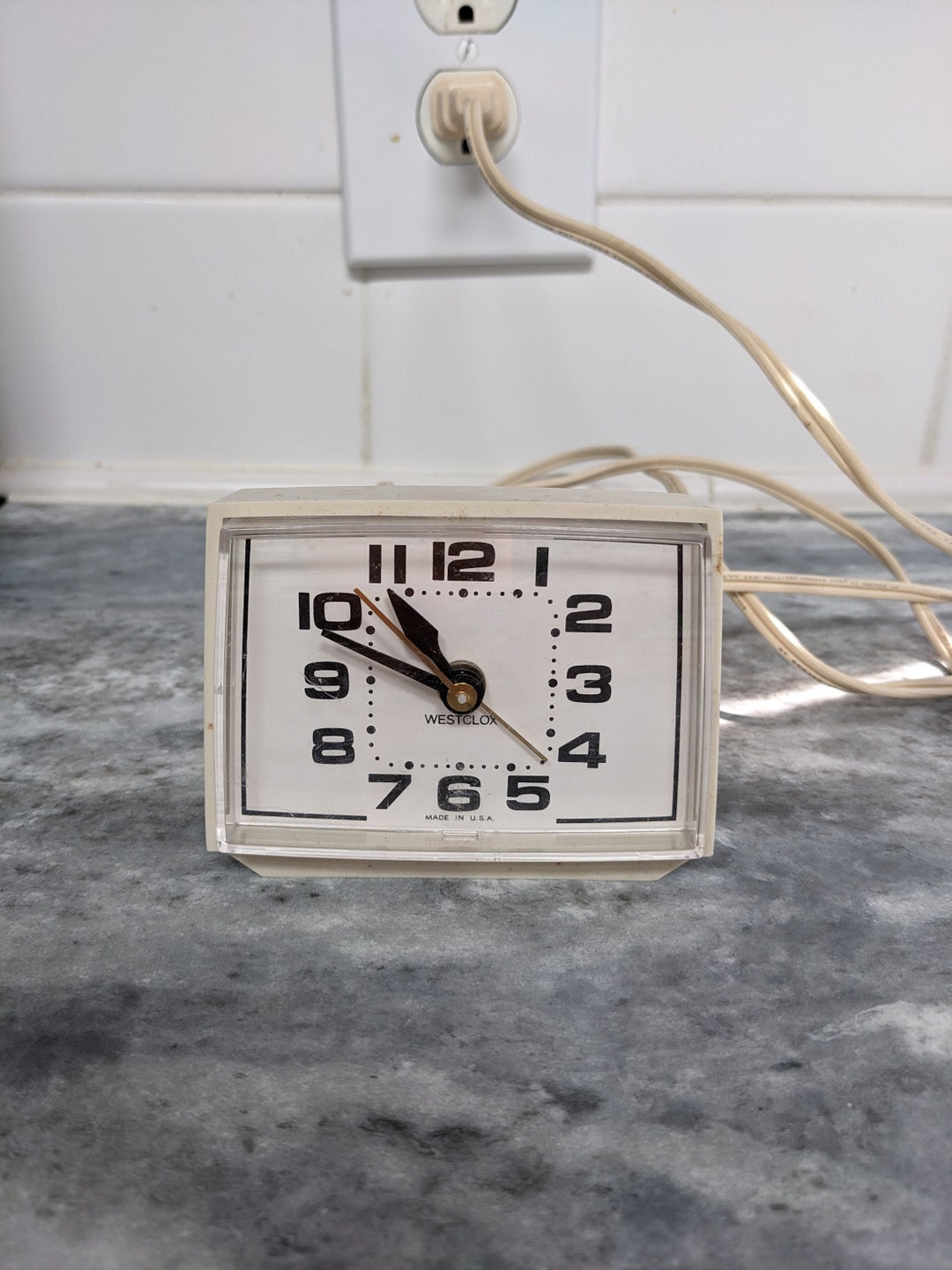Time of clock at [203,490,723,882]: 10:49
